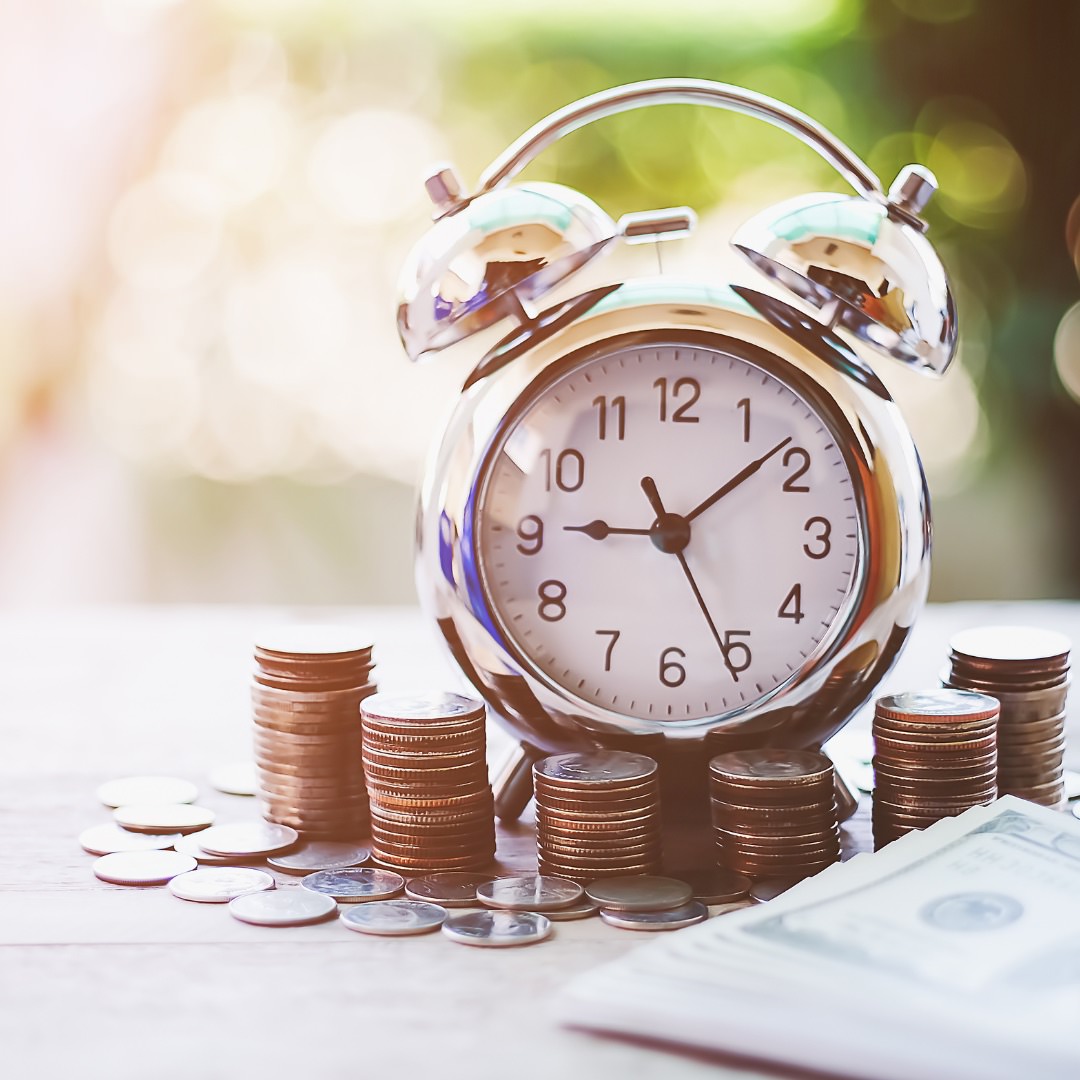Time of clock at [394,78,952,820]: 9:08
